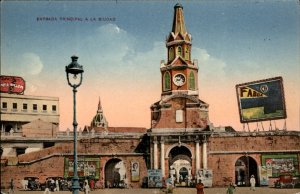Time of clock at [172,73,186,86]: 8:07
